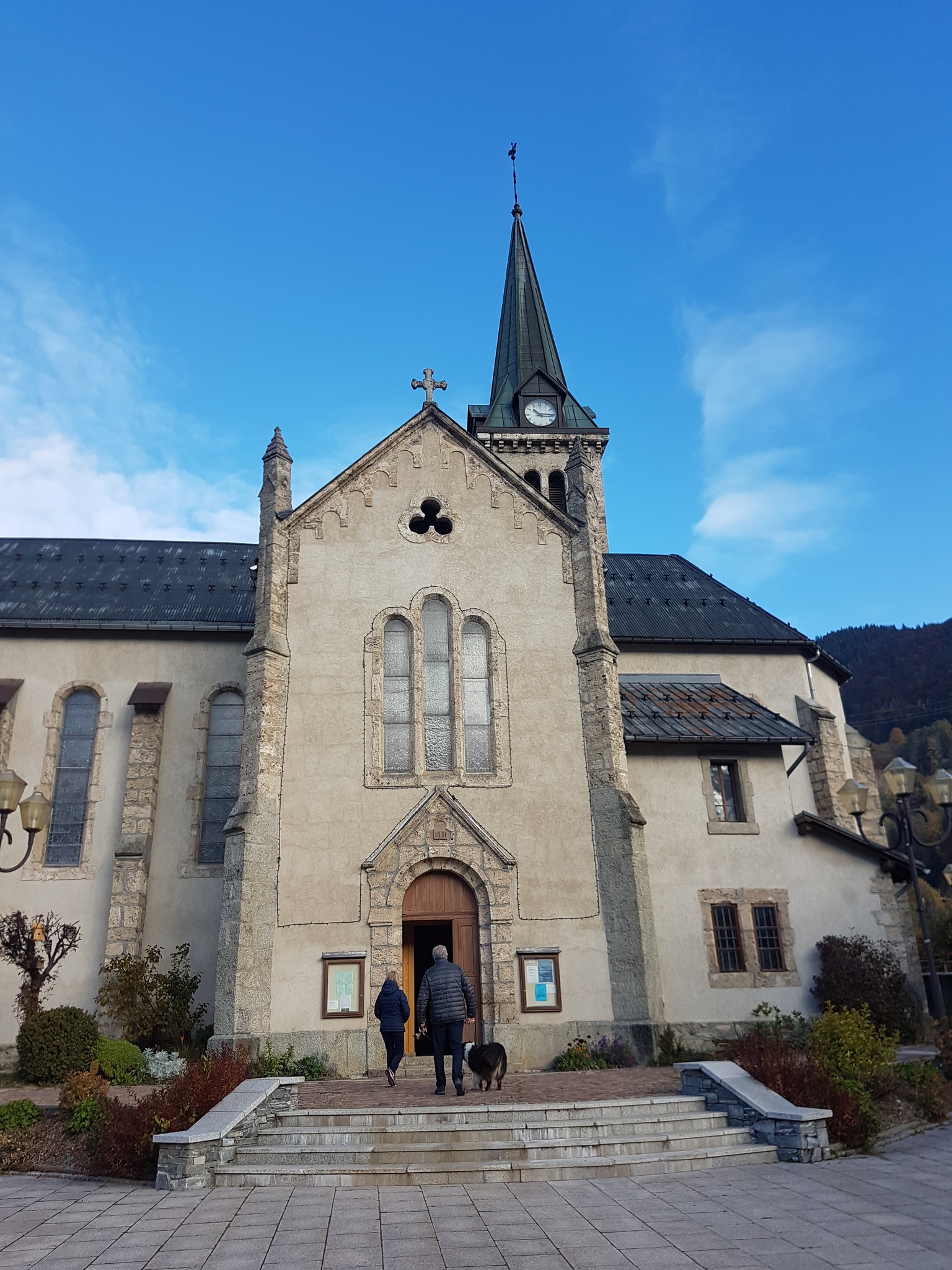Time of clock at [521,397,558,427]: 10:15
